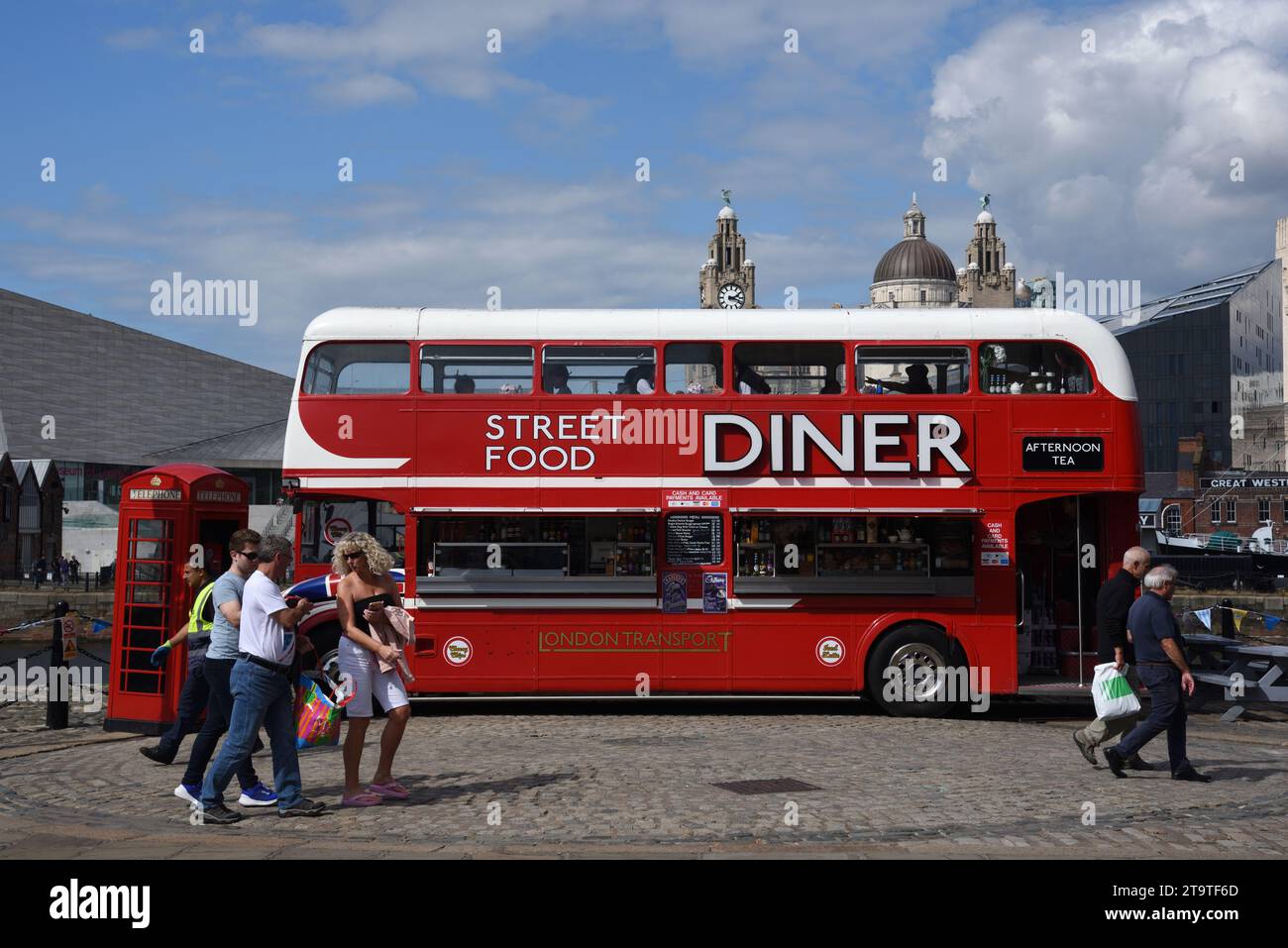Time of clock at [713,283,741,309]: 2:18
